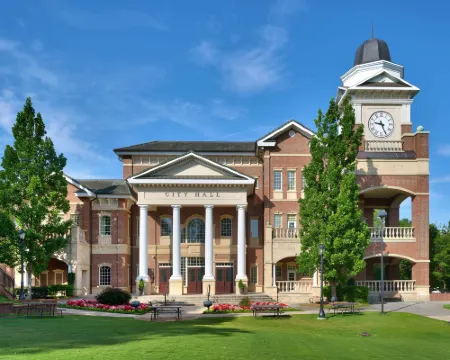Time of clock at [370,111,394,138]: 9:26
